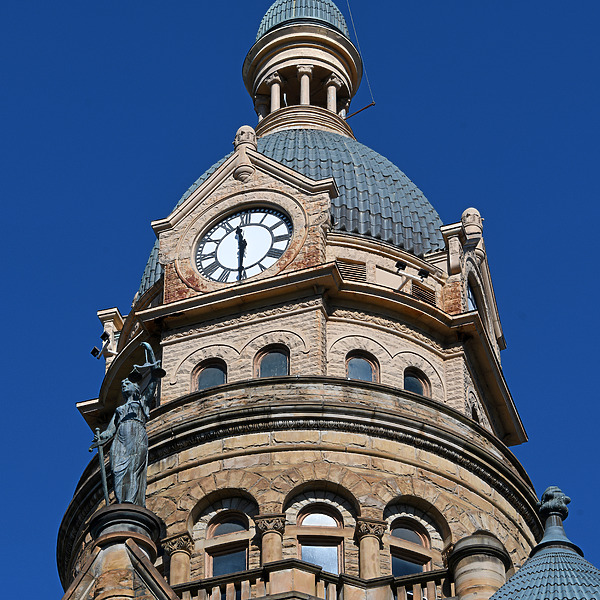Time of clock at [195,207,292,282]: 11:30
